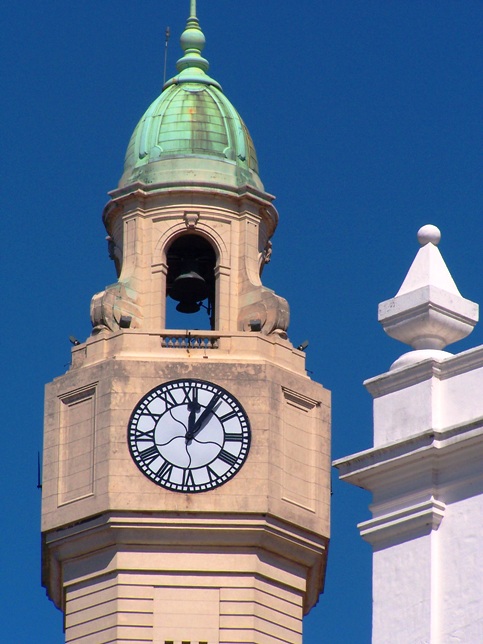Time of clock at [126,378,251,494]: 12:05
